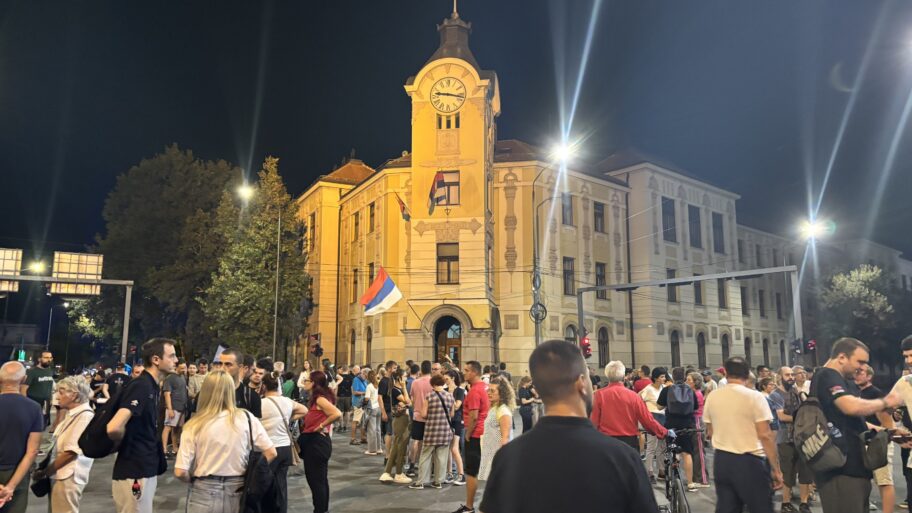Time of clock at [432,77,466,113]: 9:17
